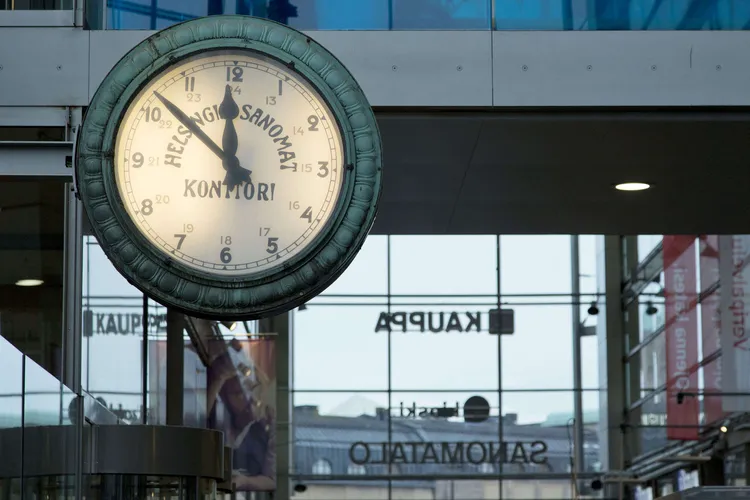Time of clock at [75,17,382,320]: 11:52
